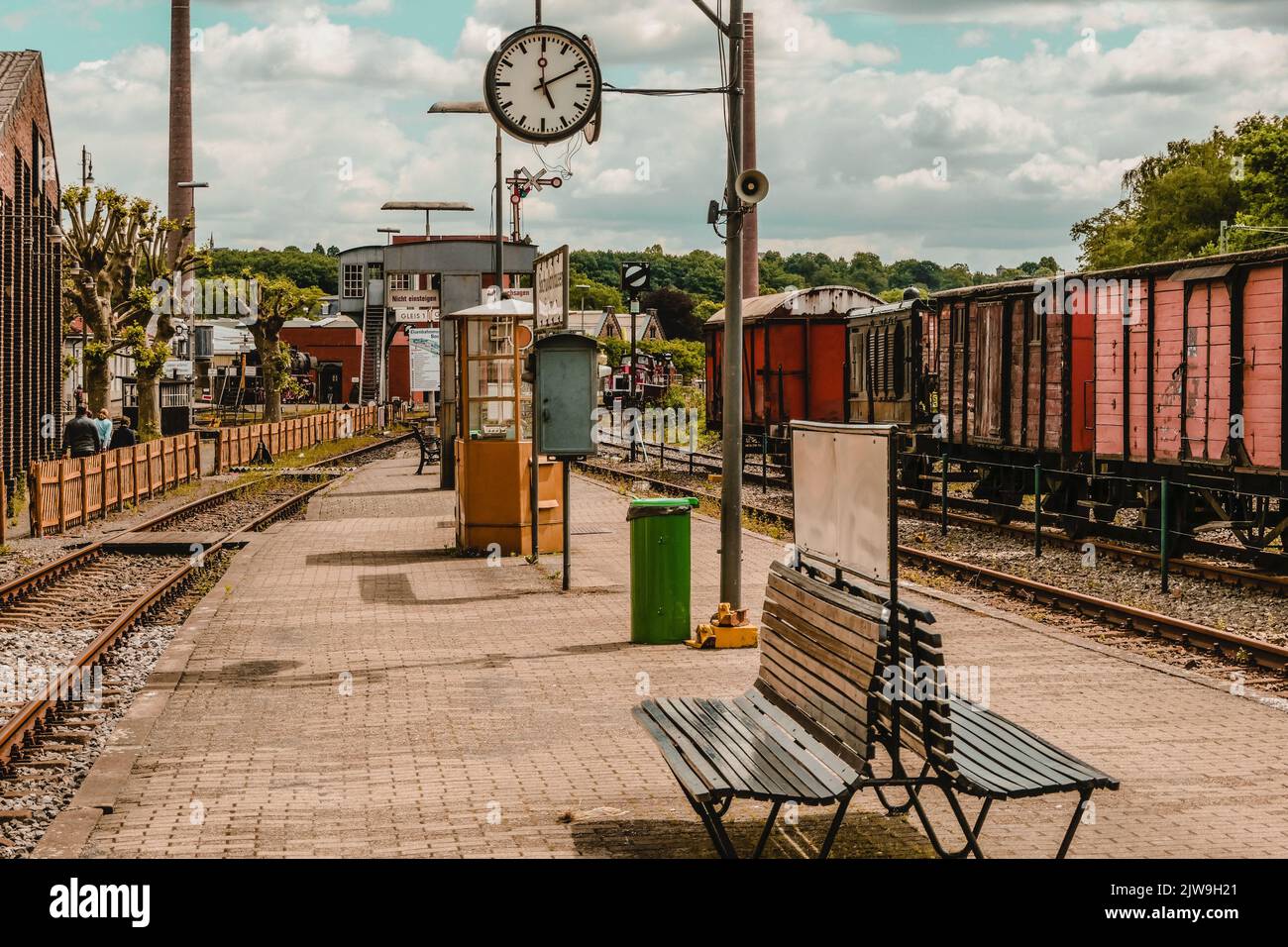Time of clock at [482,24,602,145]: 5:10
